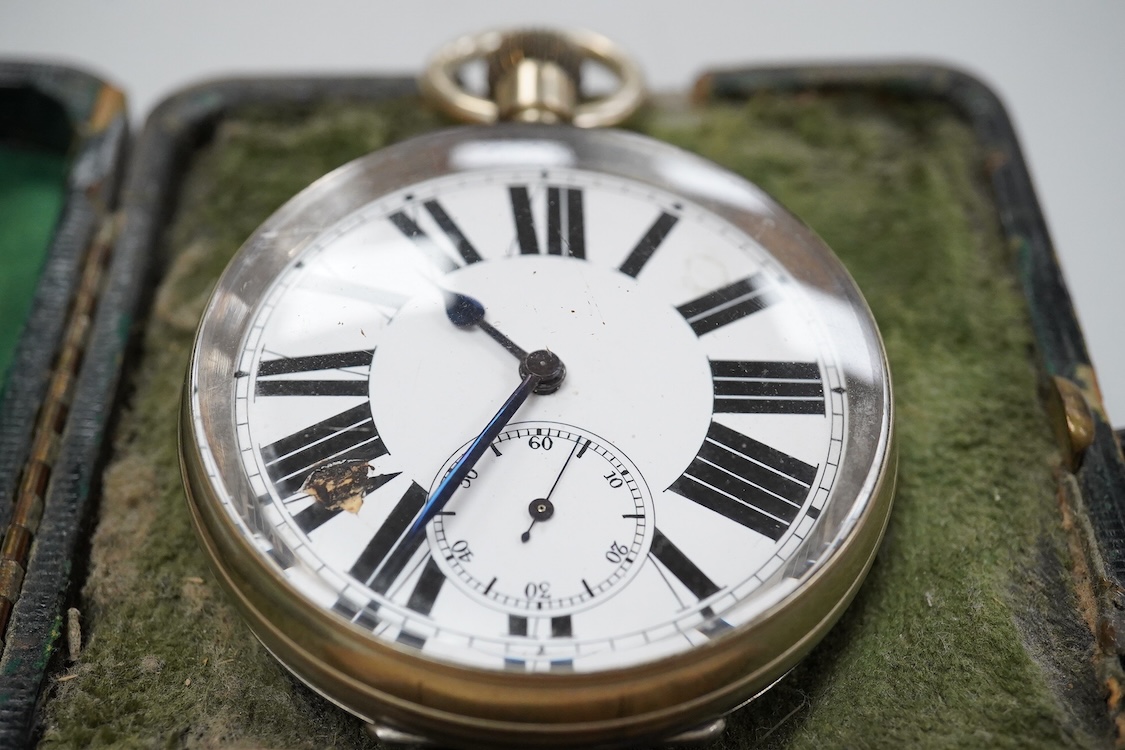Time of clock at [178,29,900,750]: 10:35
